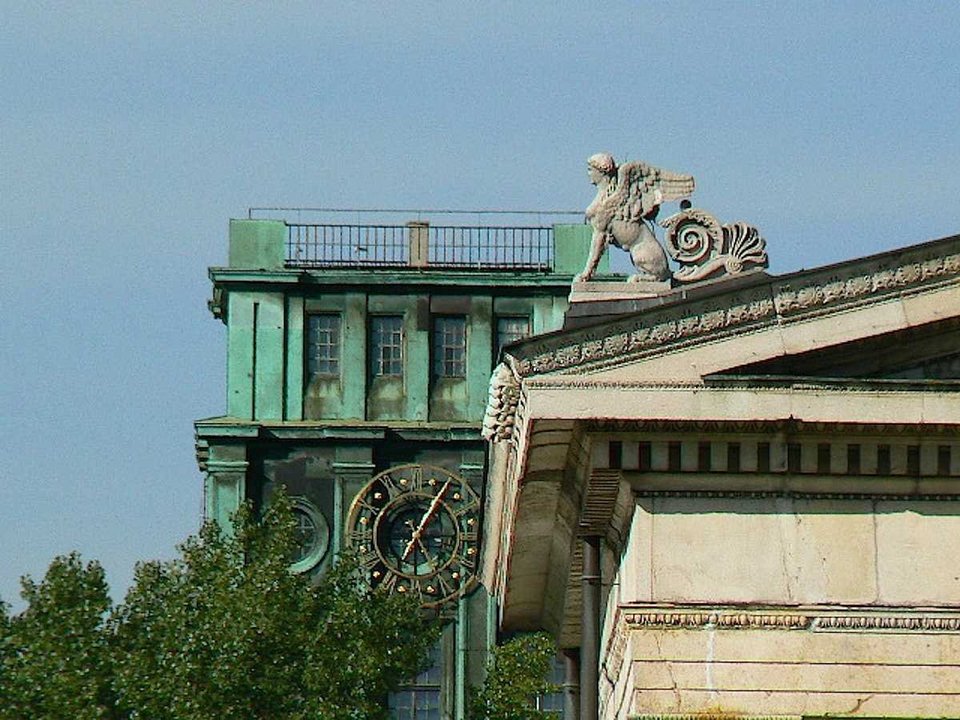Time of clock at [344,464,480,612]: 7:06
